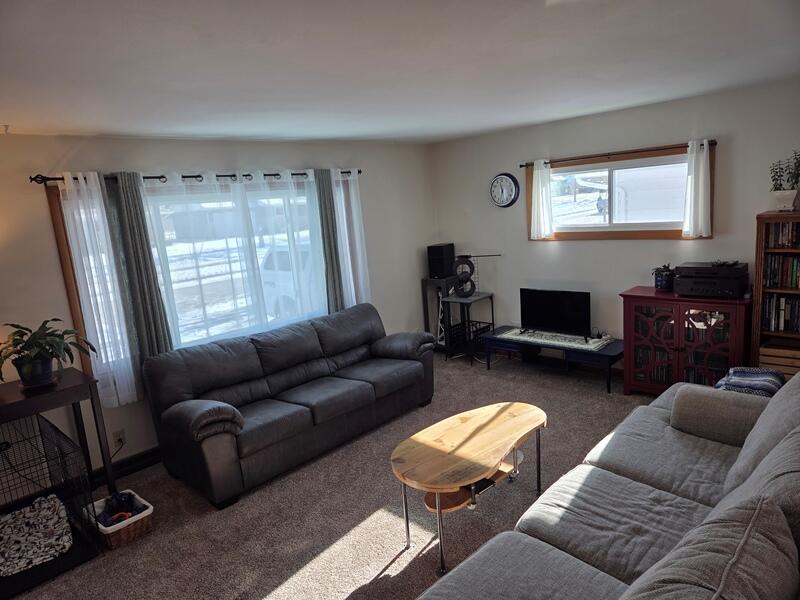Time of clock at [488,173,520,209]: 11:32
